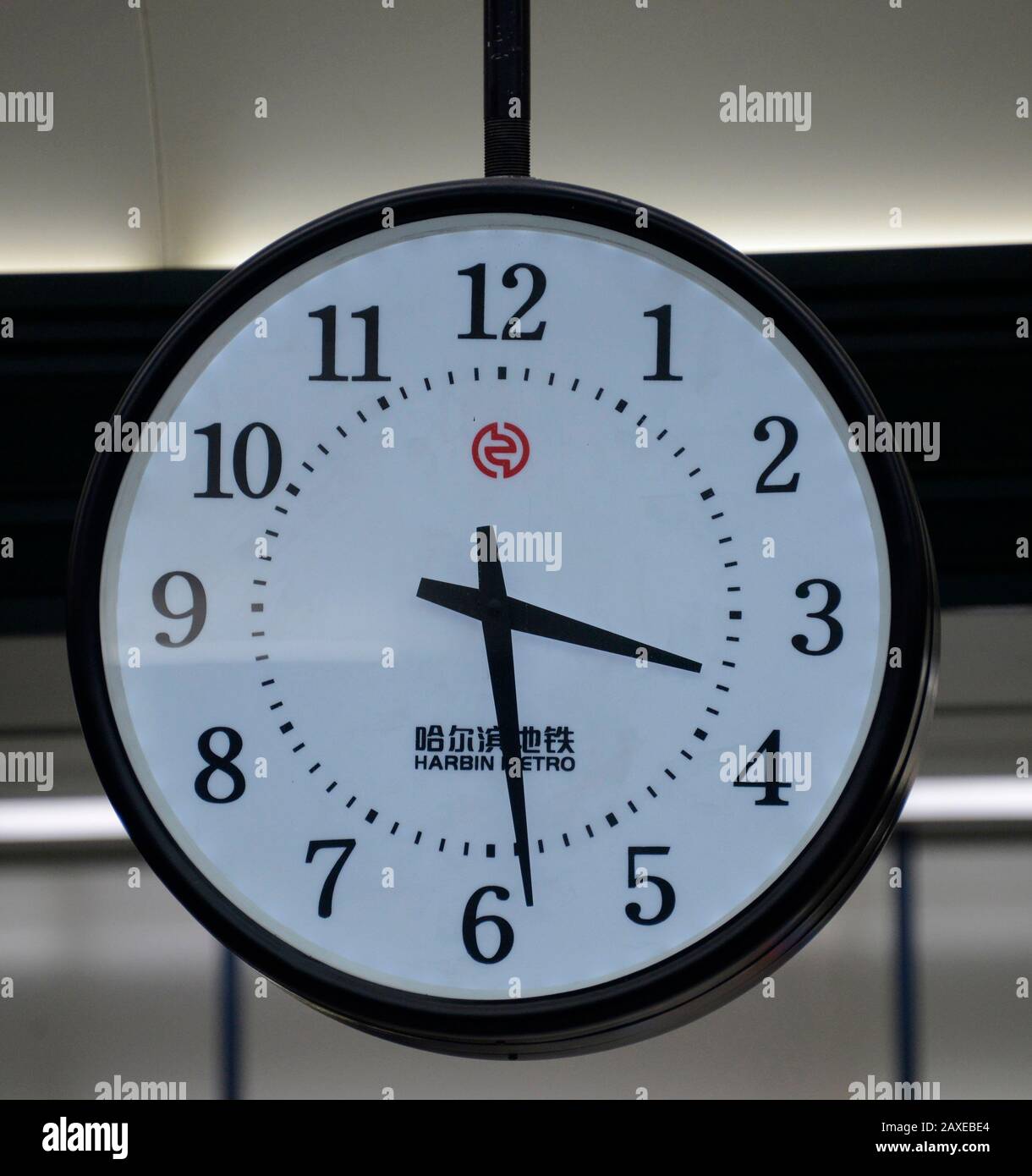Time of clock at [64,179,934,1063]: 3:28
